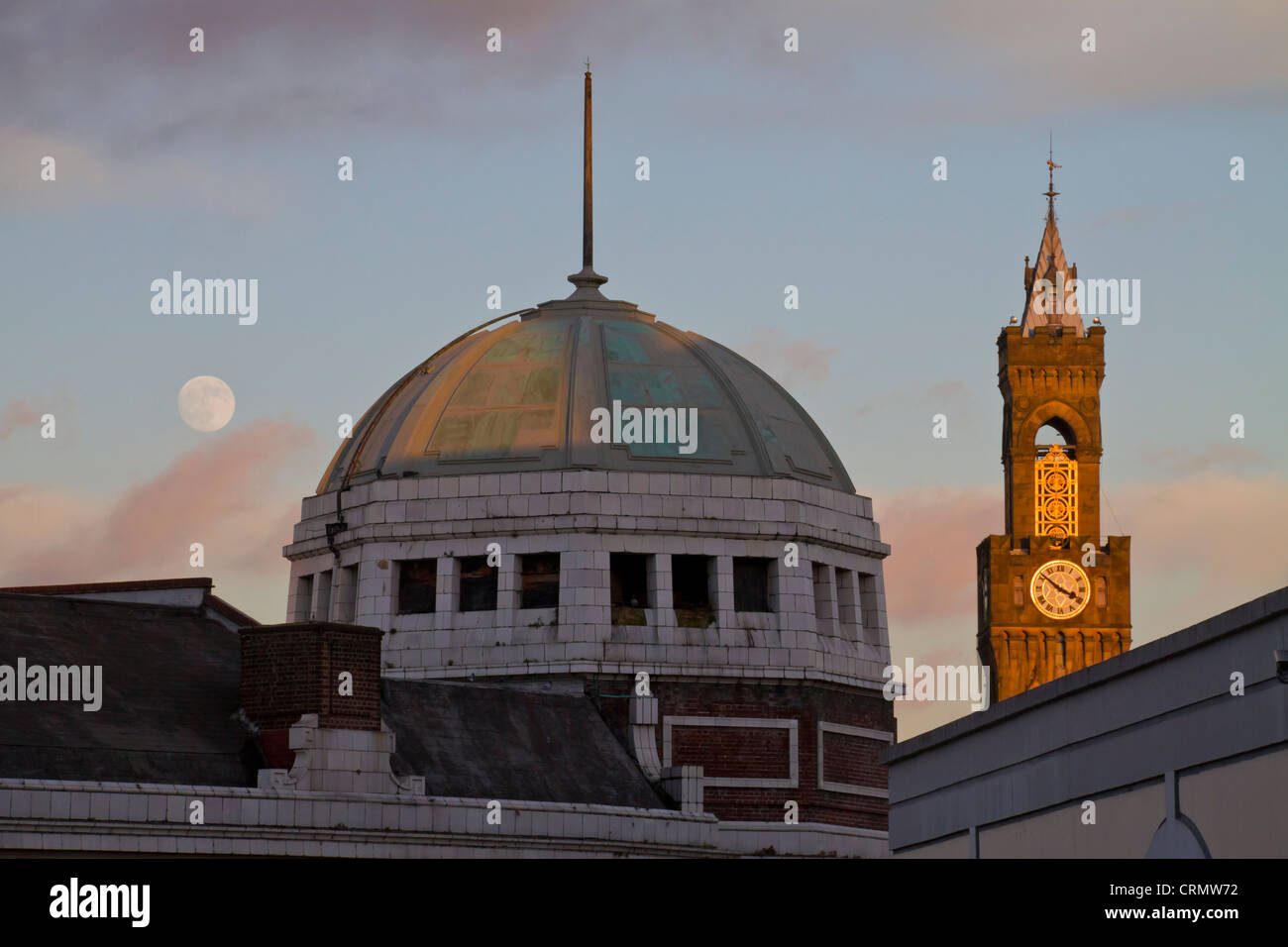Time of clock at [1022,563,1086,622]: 3:51
